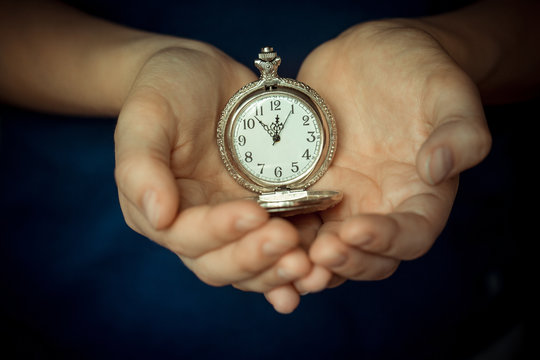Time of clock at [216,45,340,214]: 11:52
